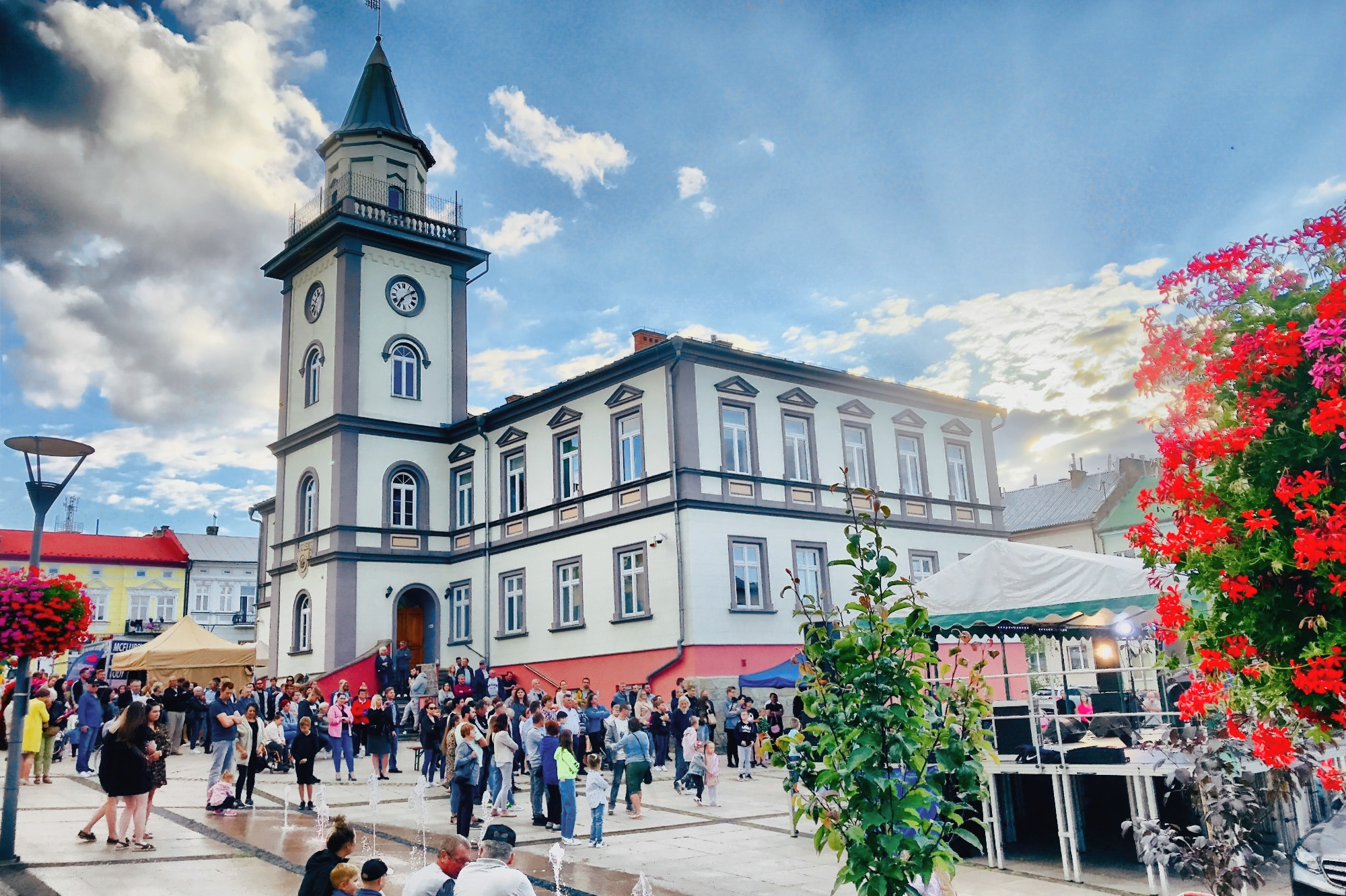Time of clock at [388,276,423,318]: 7:09
